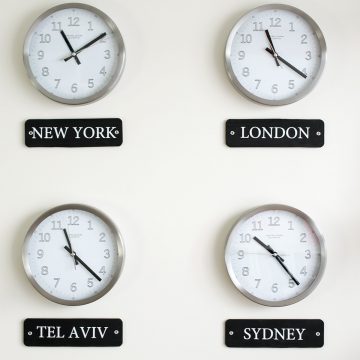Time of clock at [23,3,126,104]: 11:09
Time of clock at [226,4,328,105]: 11:20
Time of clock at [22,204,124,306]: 11:22
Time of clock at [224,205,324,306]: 10:23
